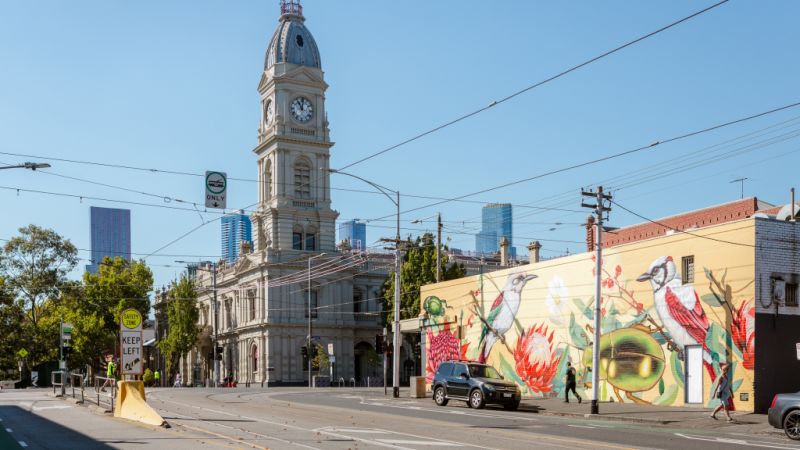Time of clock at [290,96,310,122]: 11:01
